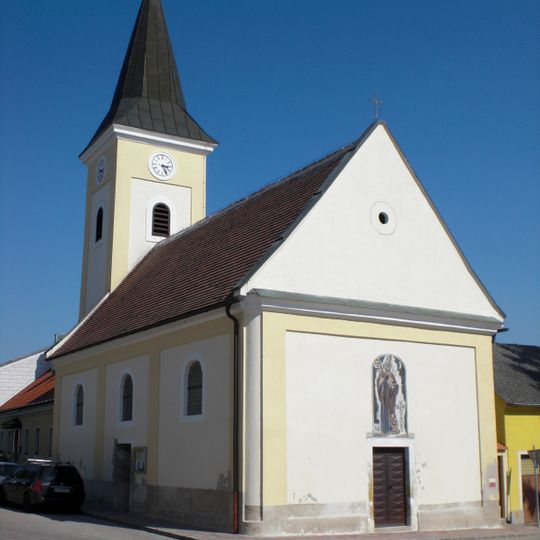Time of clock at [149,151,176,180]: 3:25
